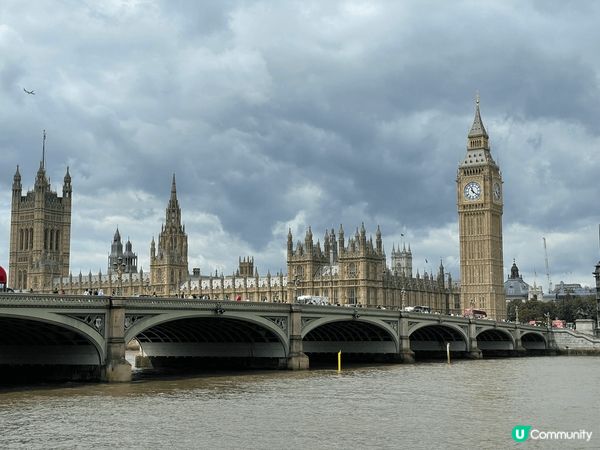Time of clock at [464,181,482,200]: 11:21
